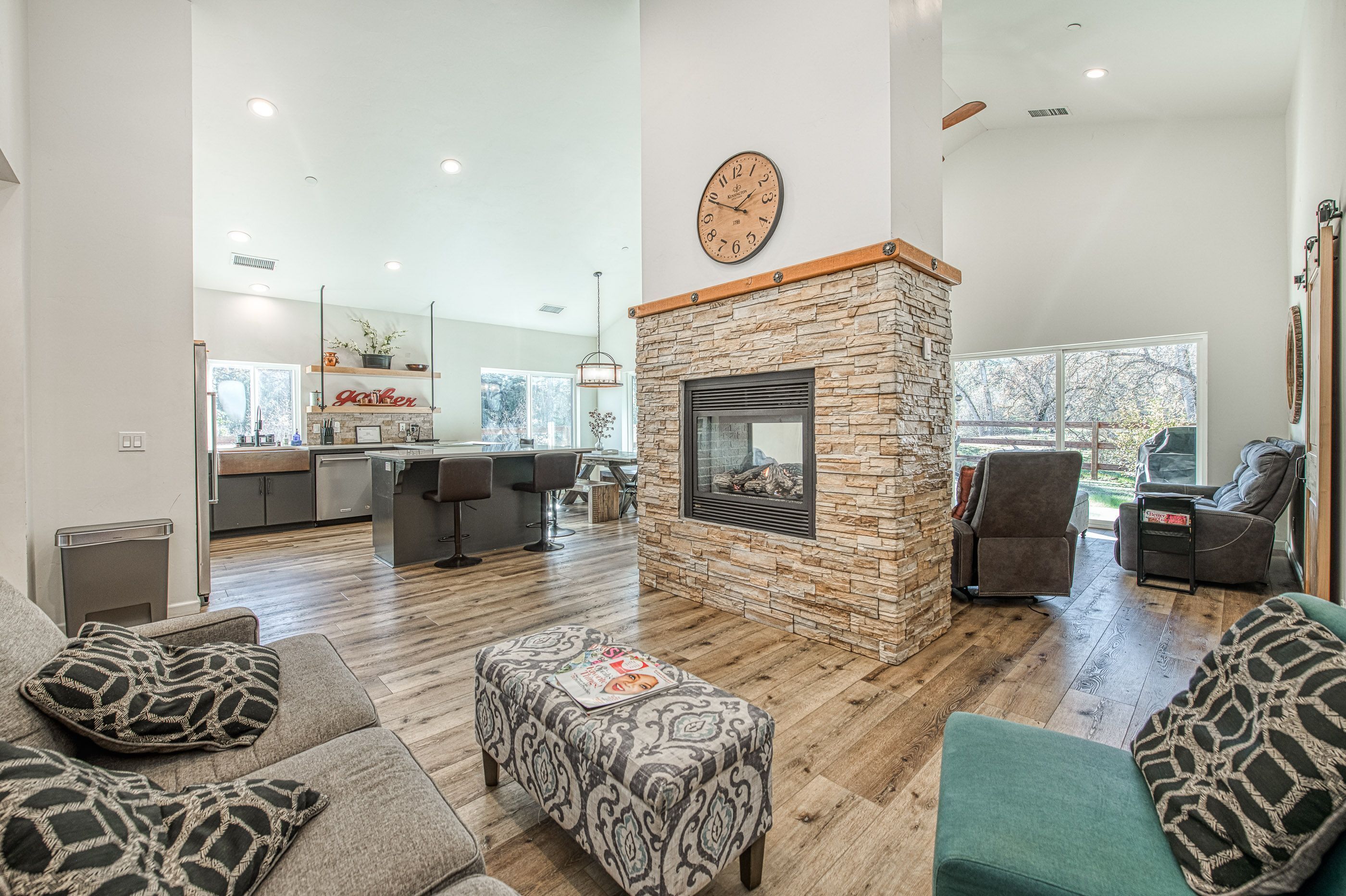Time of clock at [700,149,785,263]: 1:49
